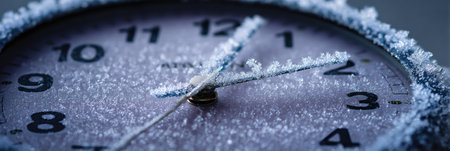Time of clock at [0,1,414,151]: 2:02
